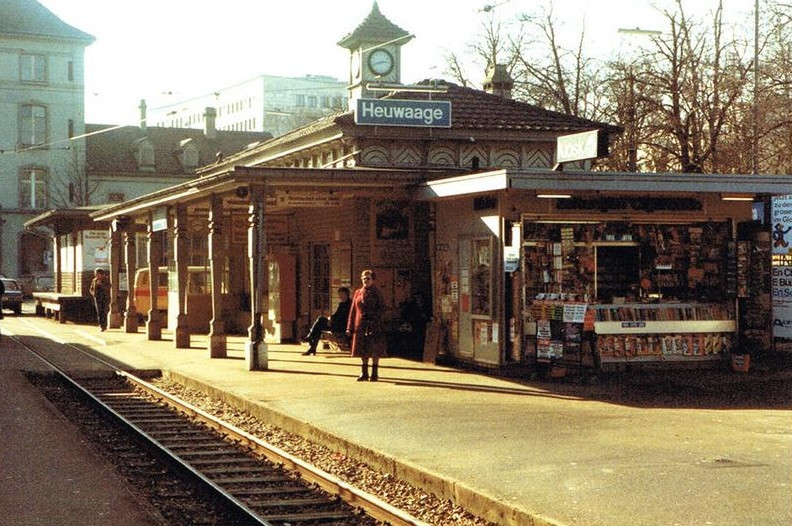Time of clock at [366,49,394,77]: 2:42
